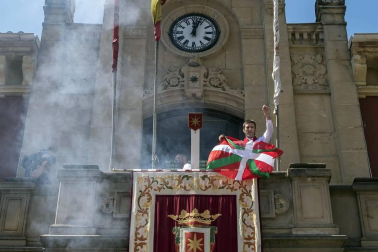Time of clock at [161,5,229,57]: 12:02
